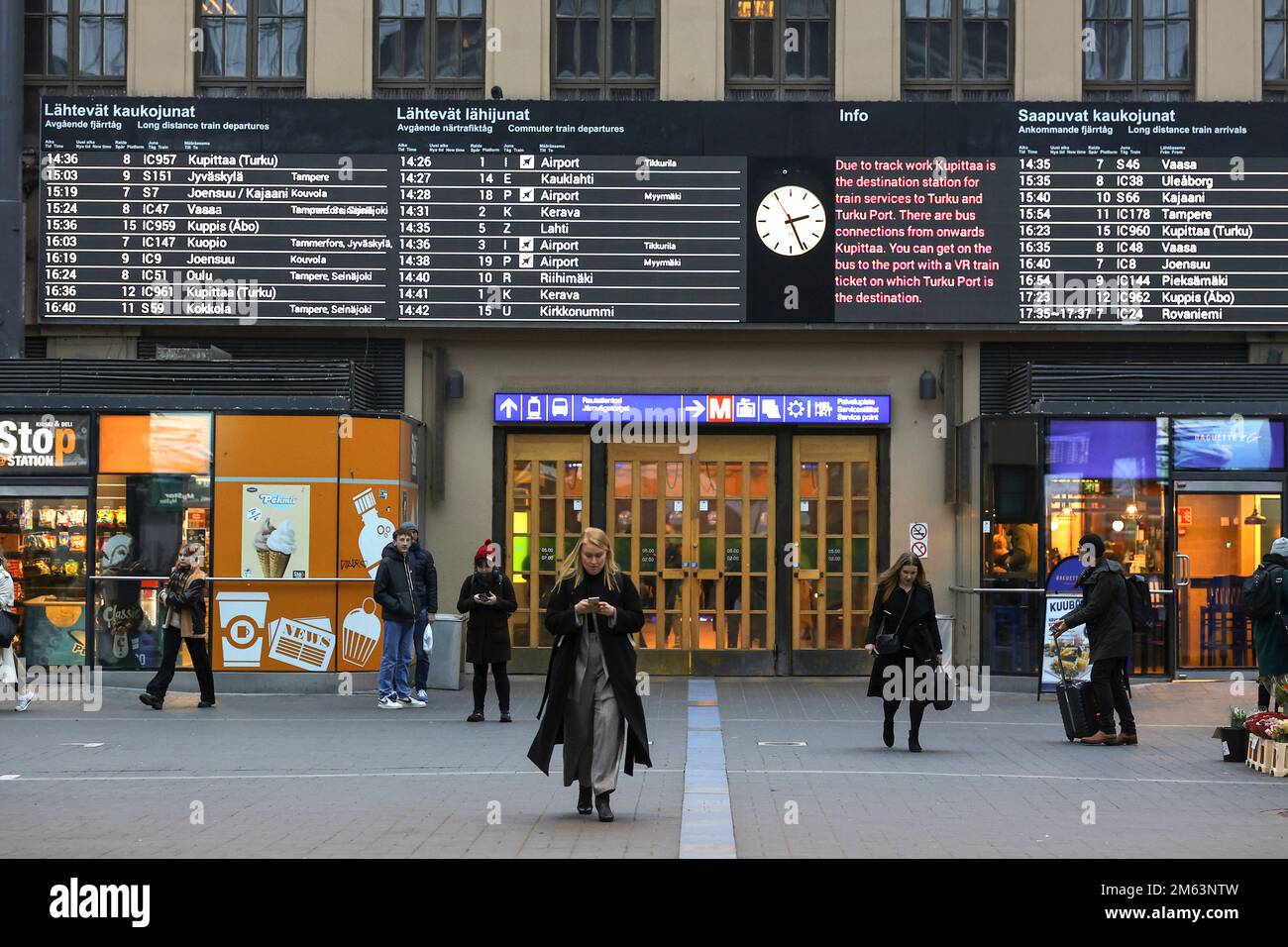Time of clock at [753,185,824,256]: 2:26
